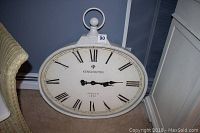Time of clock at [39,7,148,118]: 3:14
